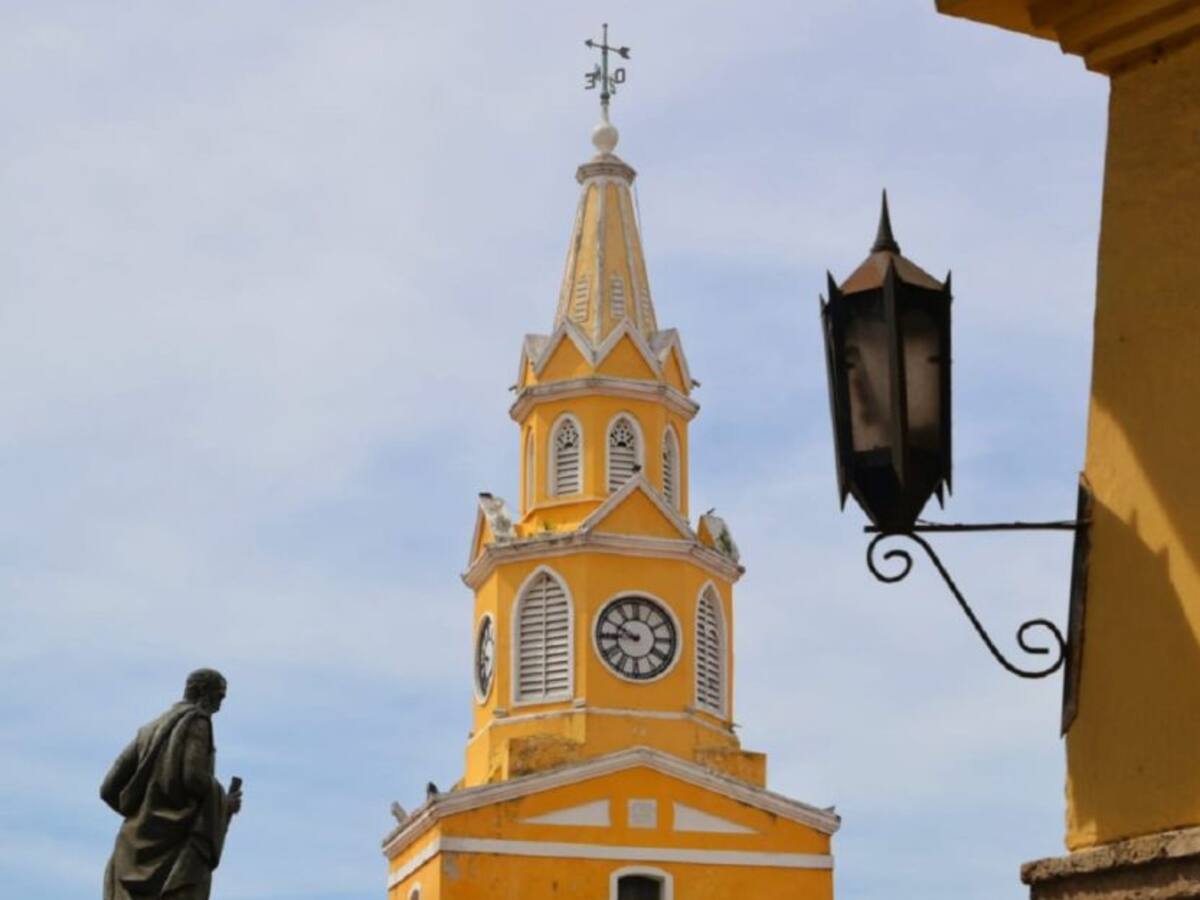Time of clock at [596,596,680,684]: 8:49
